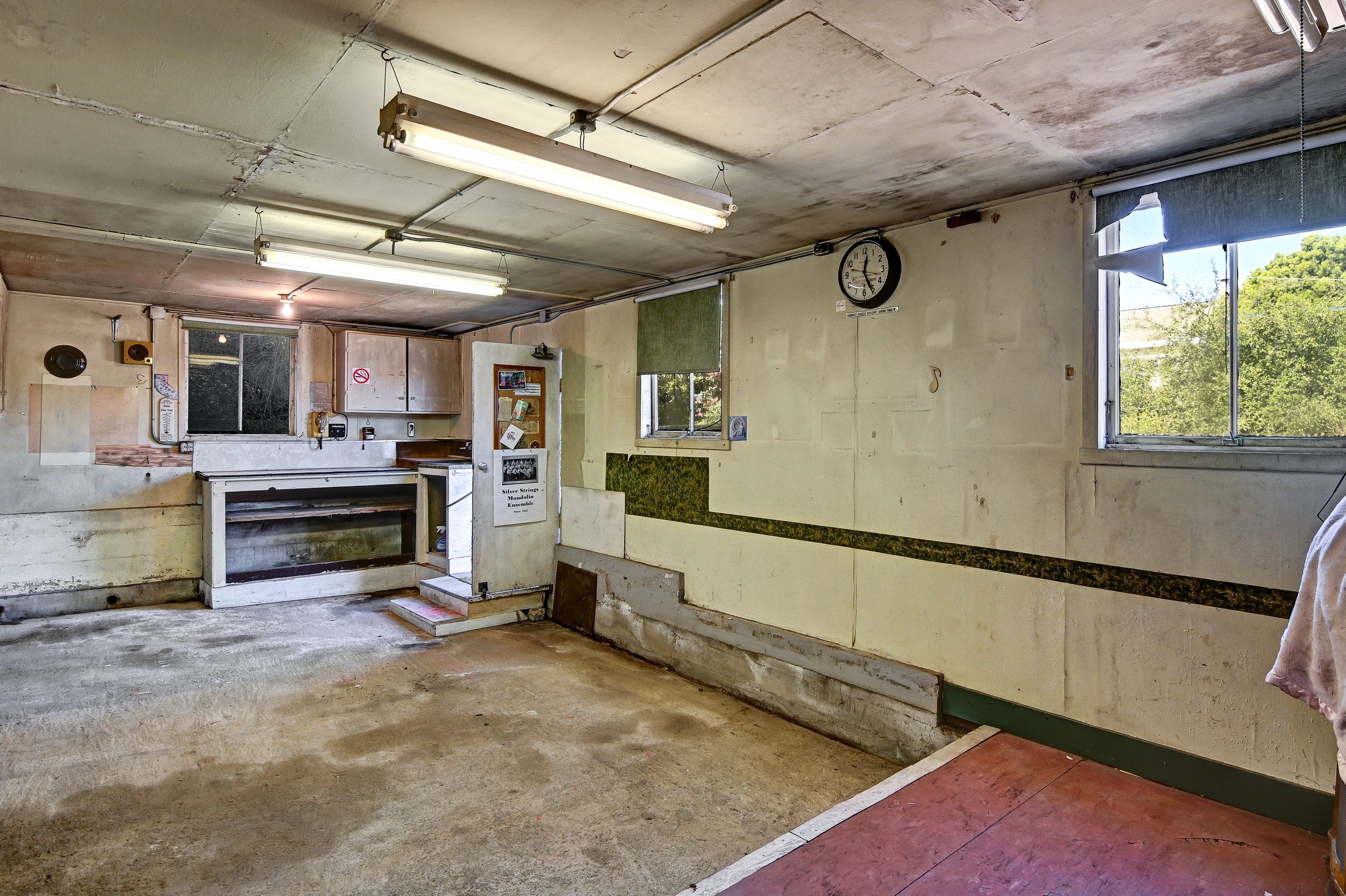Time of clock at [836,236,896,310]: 12:25
